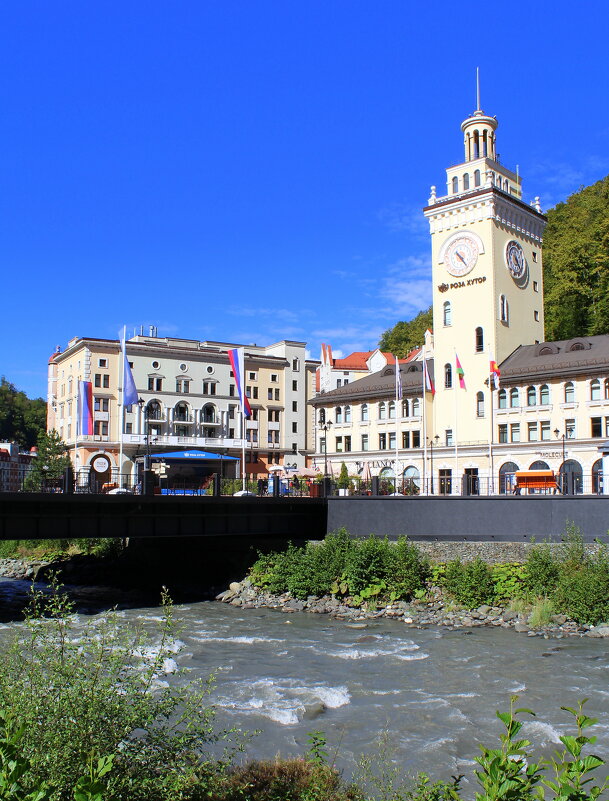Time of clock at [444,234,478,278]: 4:22
